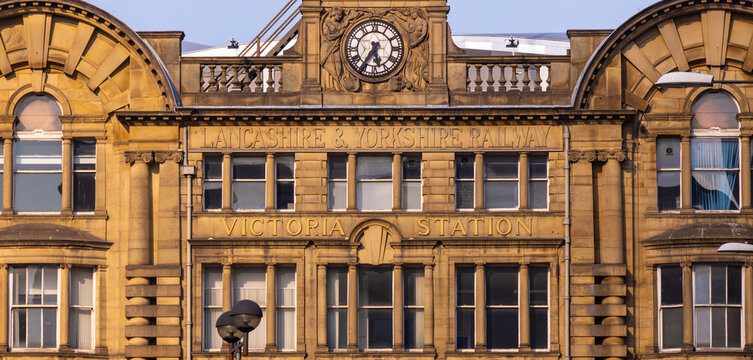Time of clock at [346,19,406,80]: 5:35
